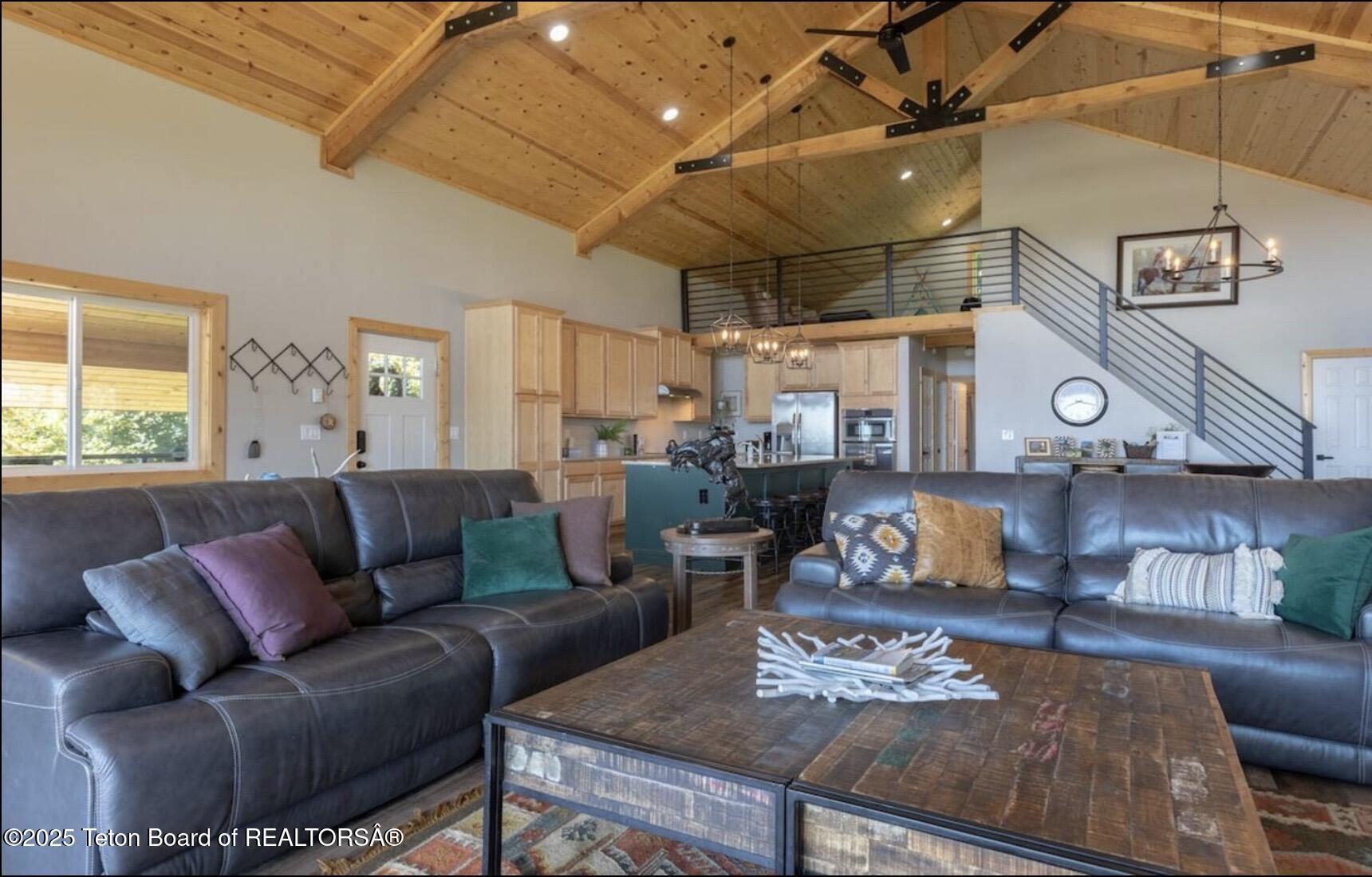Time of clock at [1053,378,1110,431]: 8:17
